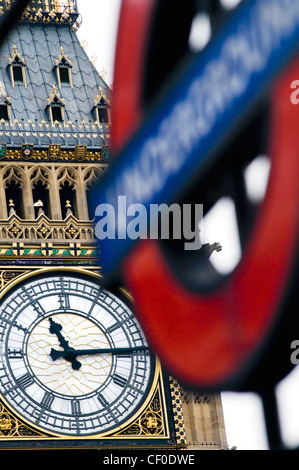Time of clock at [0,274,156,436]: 11:14
